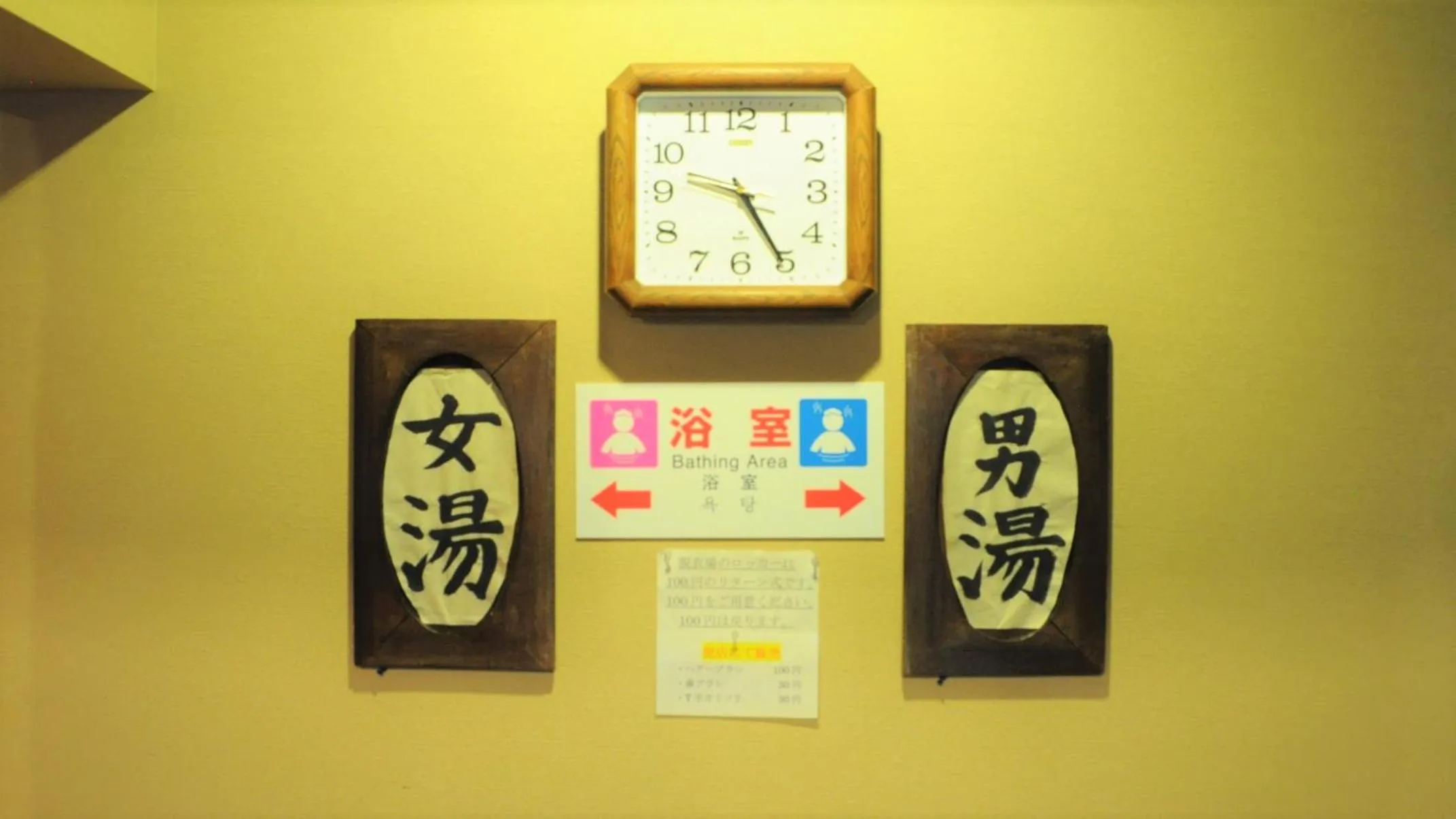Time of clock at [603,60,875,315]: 9:25
